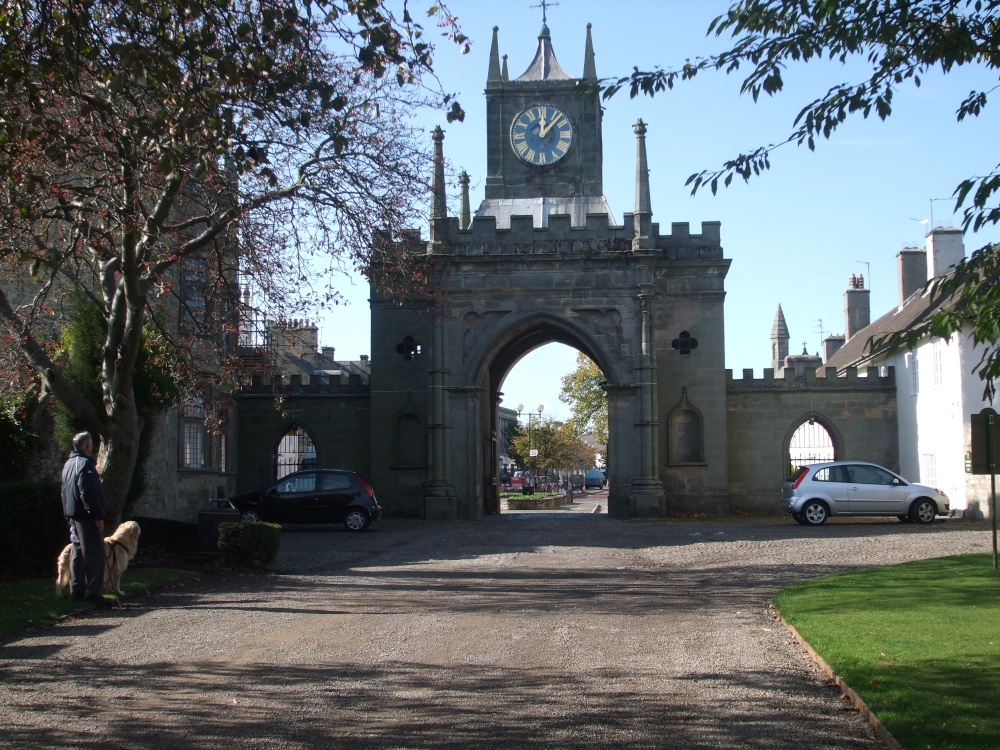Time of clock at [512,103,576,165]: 12:07
